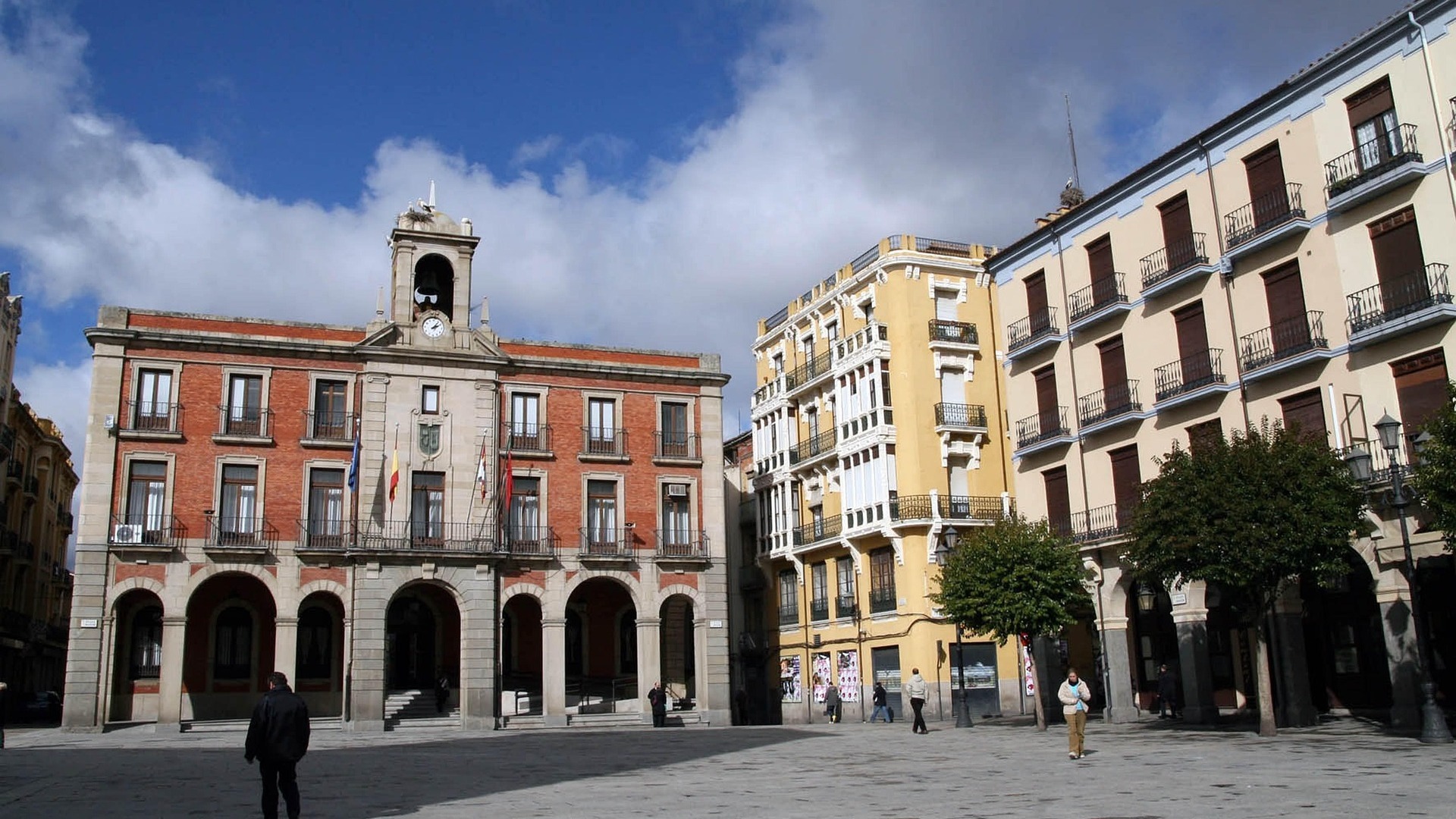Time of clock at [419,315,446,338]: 2:06
